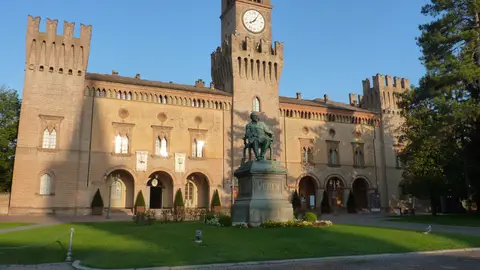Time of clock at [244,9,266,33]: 8:06
